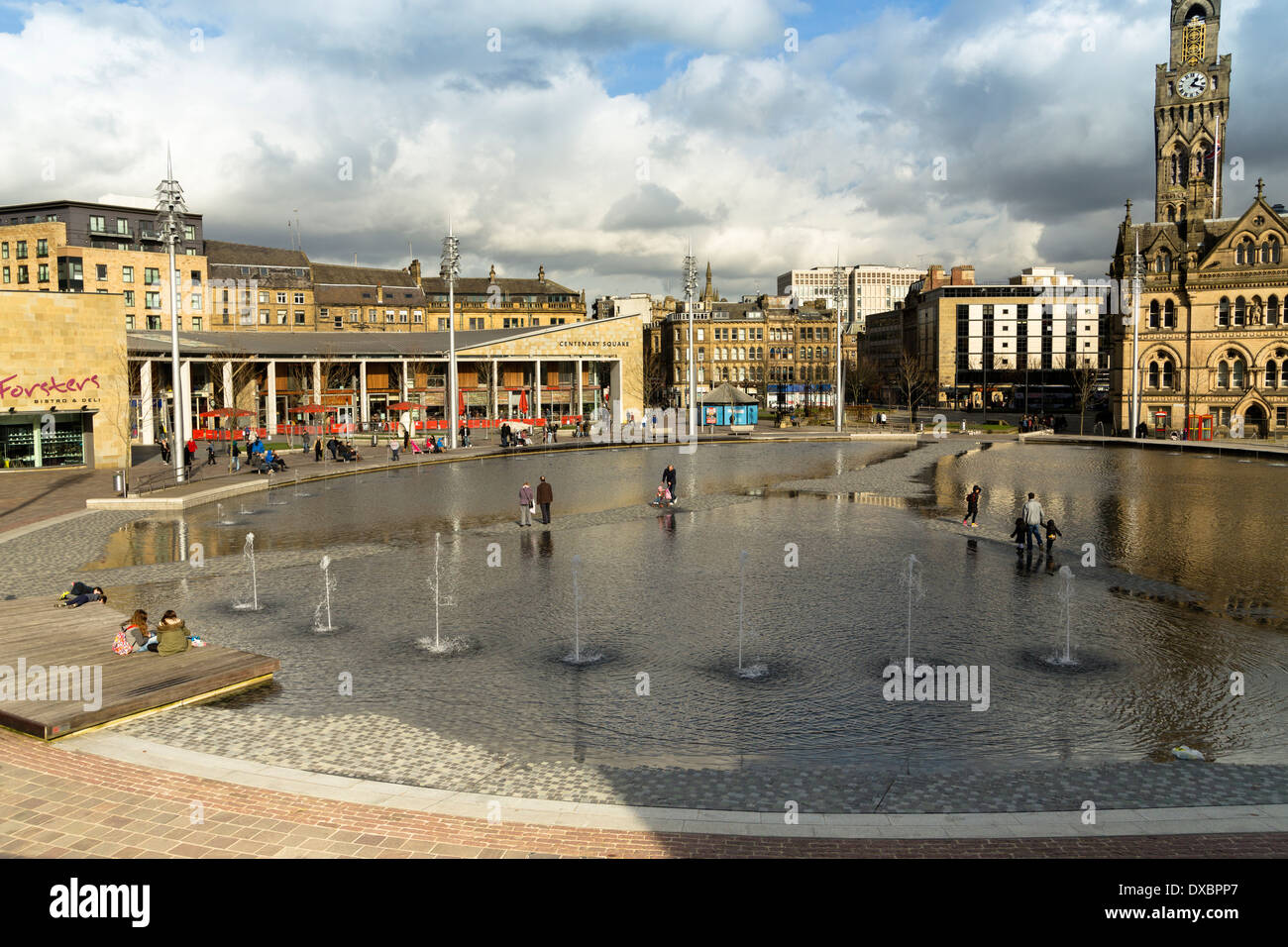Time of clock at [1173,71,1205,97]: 1:18
